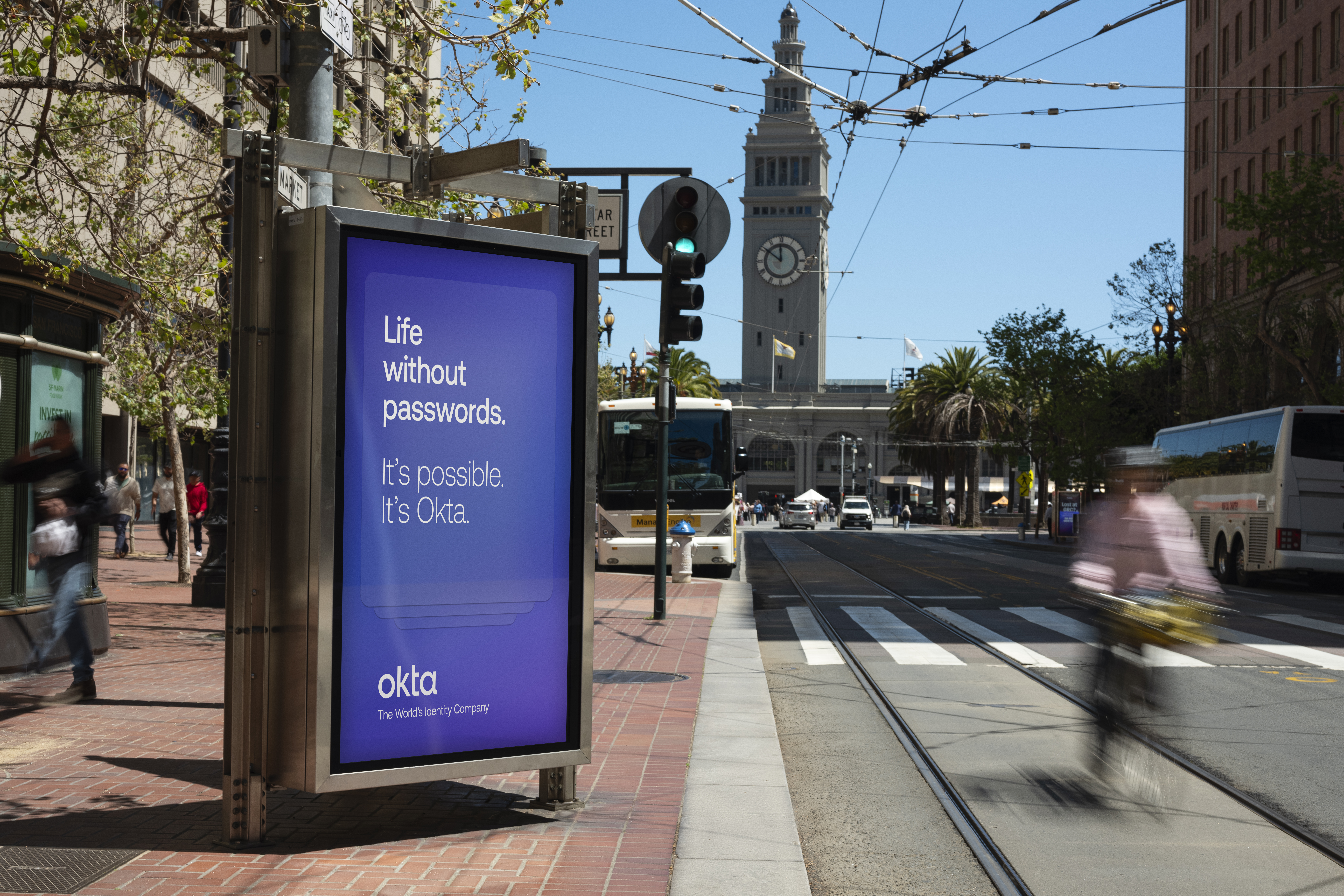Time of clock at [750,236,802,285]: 11:51
